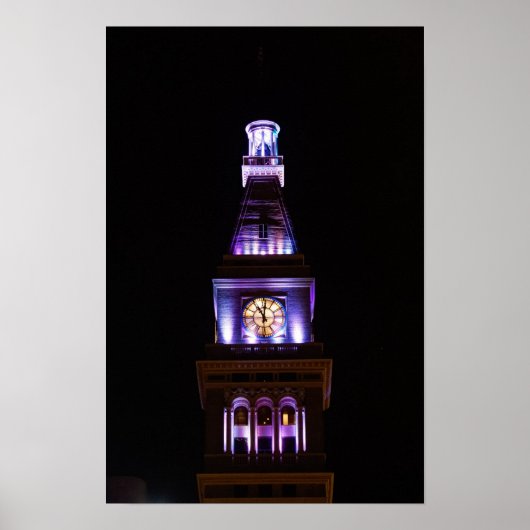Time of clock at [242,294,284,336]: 11:01
